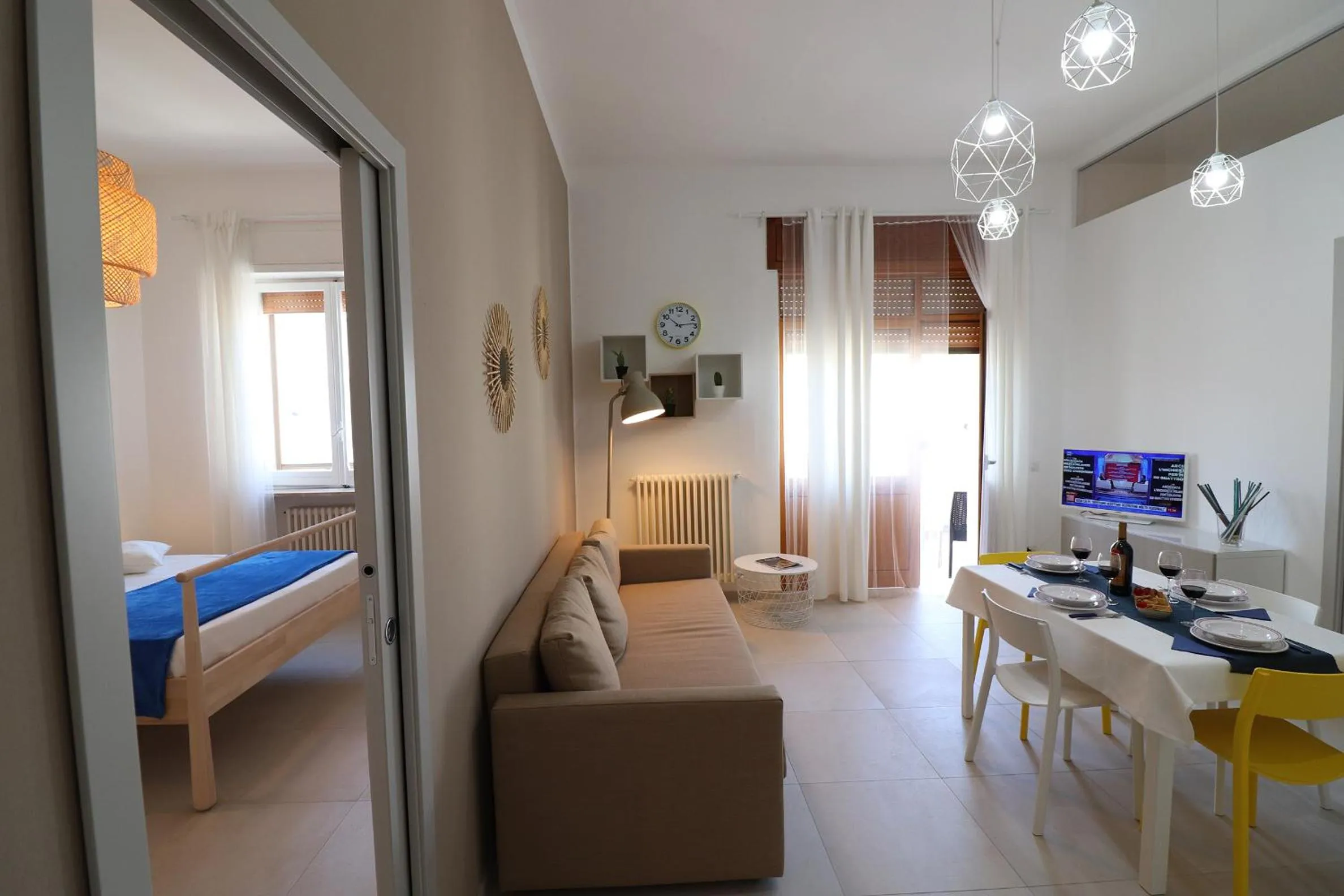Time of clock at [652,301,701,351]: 10:13
